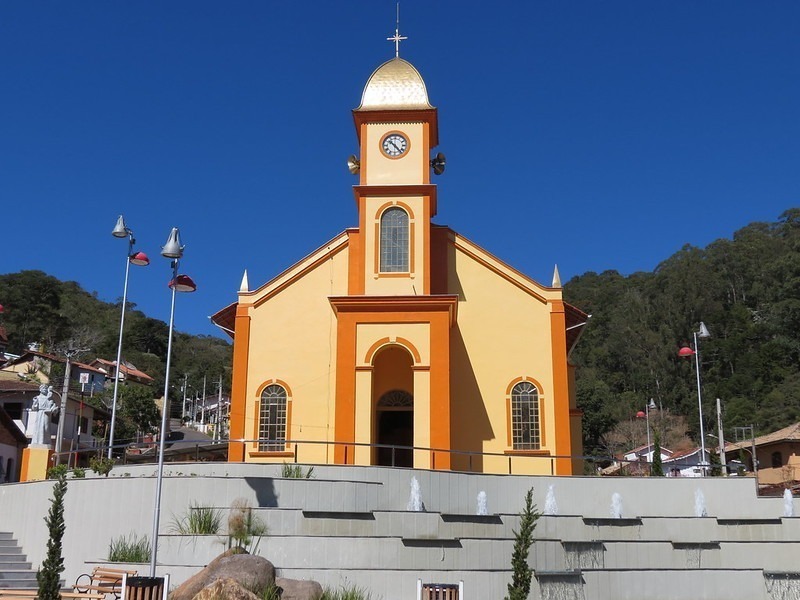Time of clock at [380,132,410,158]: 10:23
